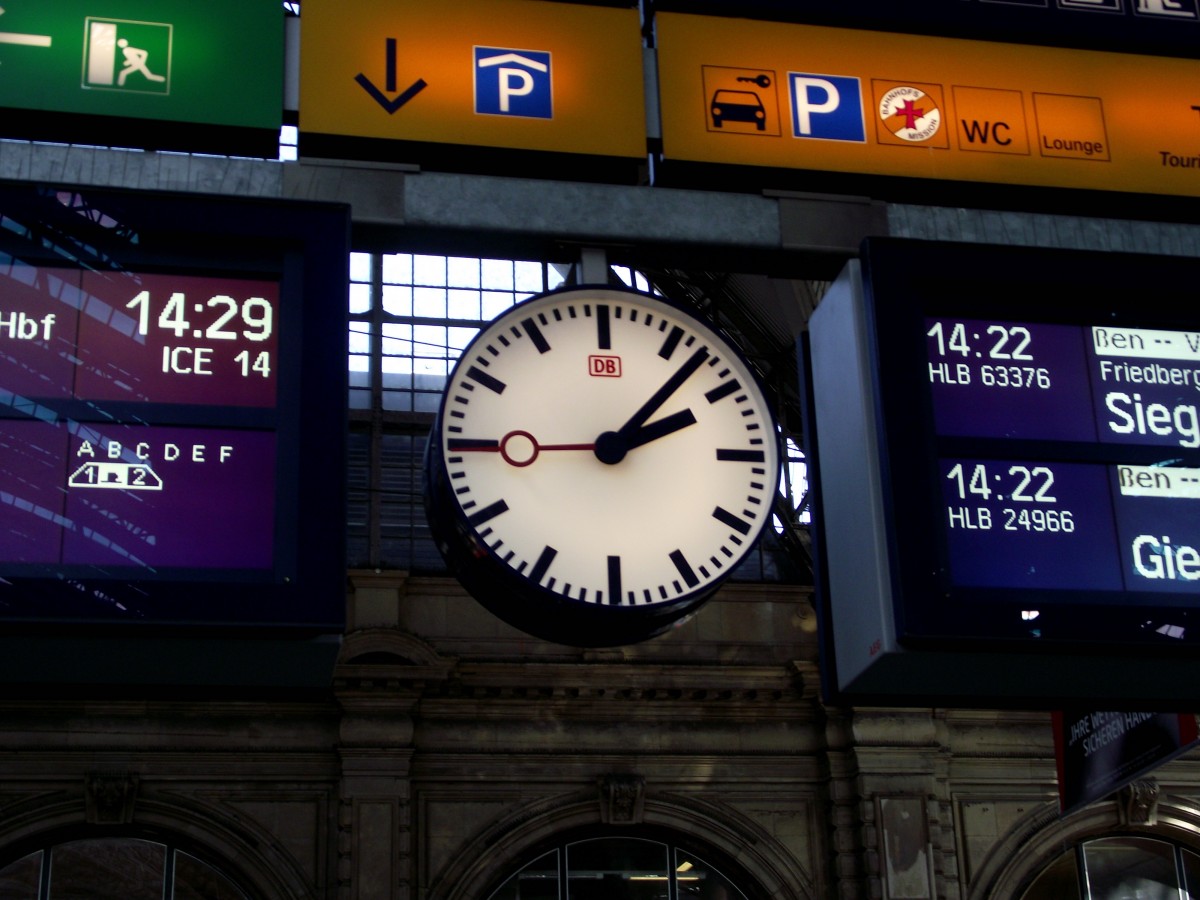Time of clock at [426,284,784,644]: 2:07
